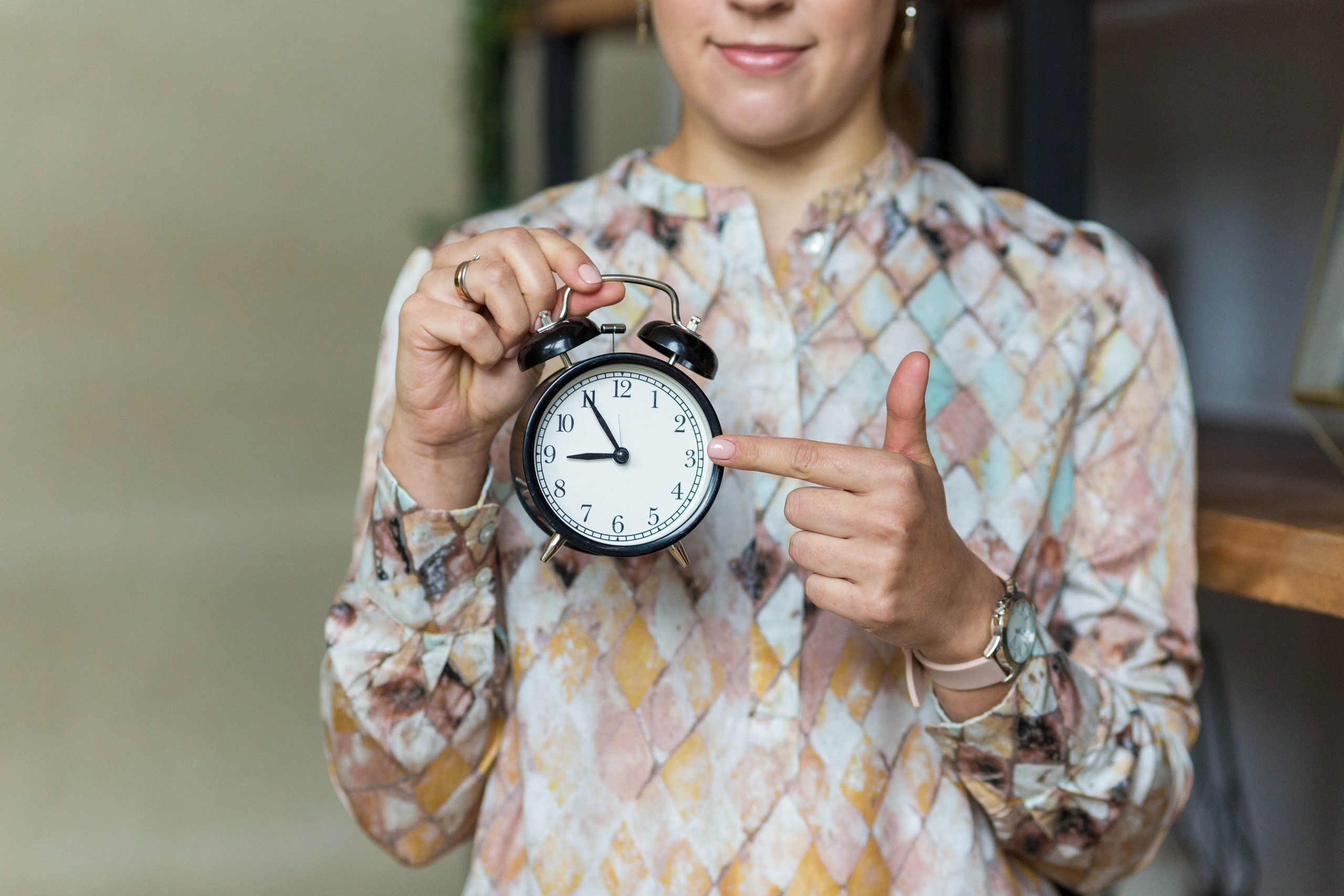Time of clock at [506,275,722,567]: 8:54
